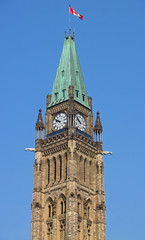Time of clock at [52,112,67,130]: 9:51
